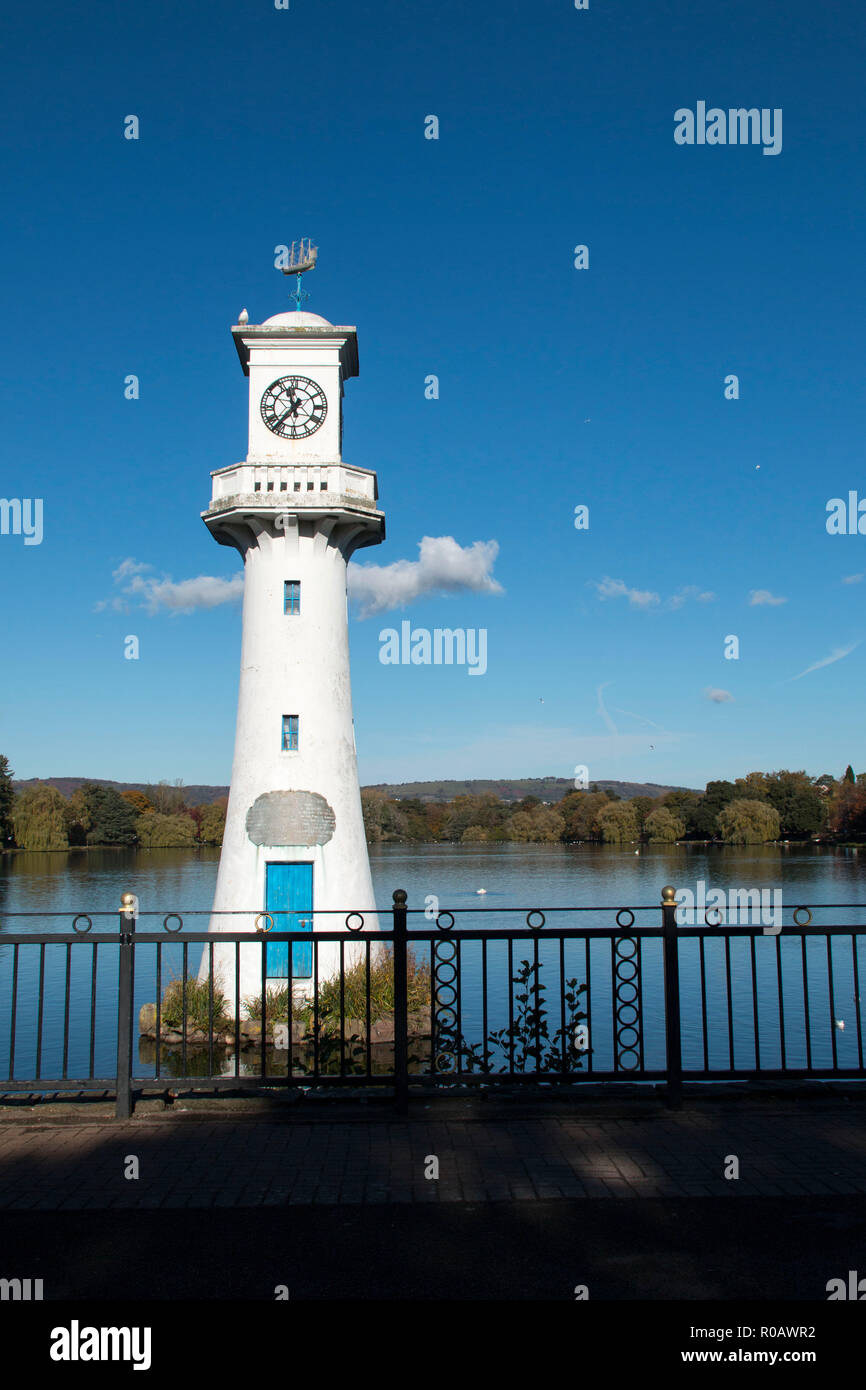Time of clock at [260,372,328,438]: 11:36
